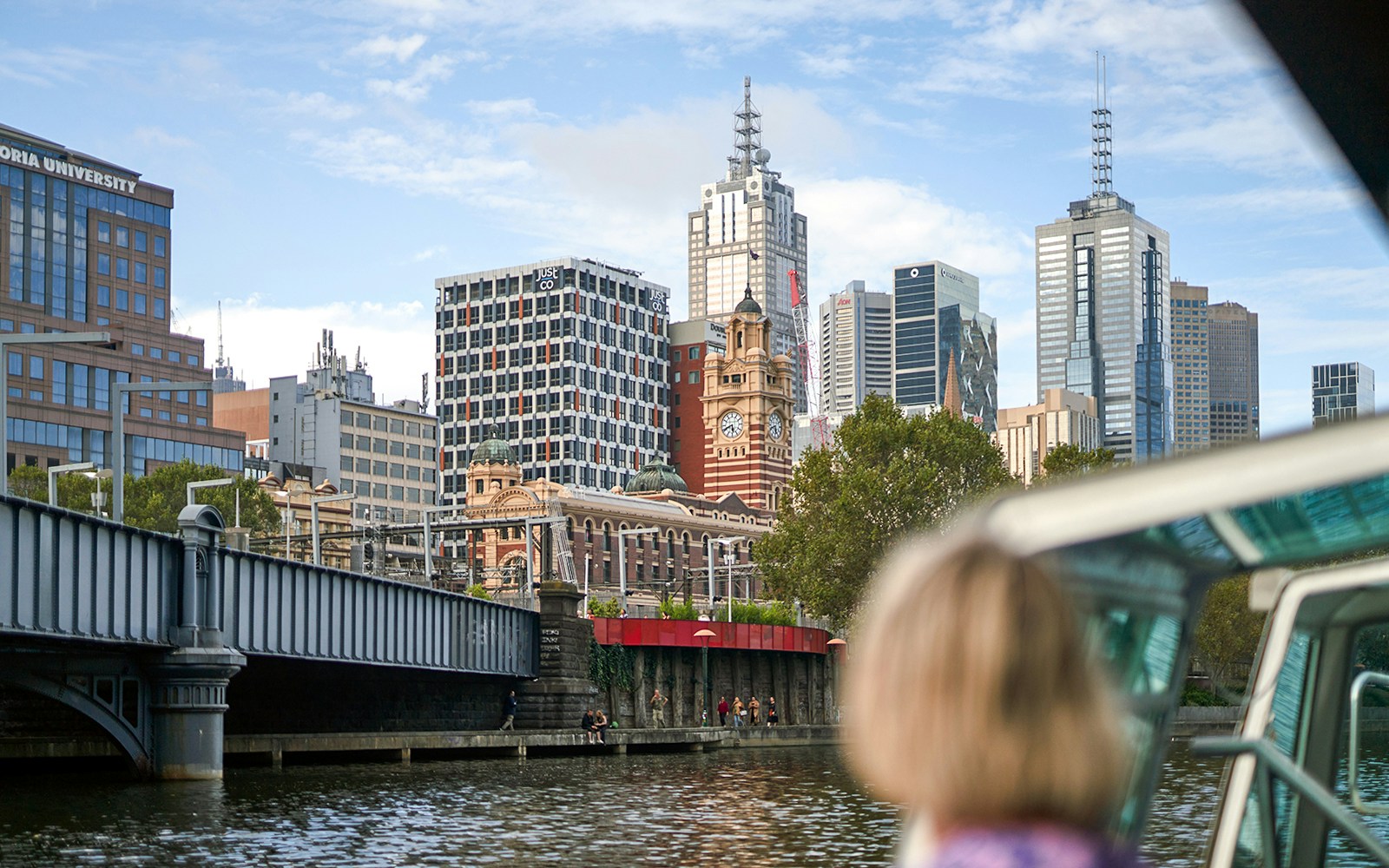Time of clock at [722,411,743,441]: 5:40
